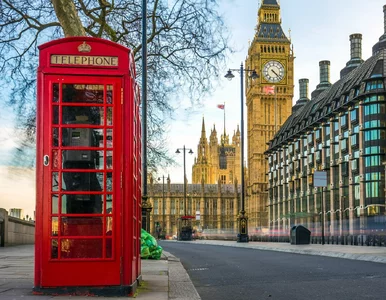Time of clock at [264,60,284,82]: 4:22
